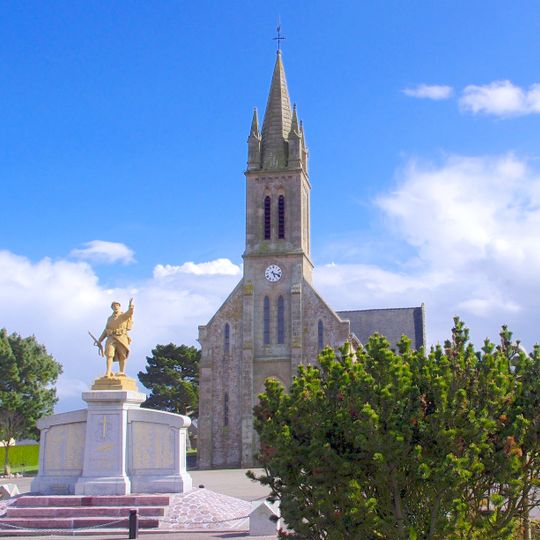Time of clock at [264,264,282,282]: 5:18
